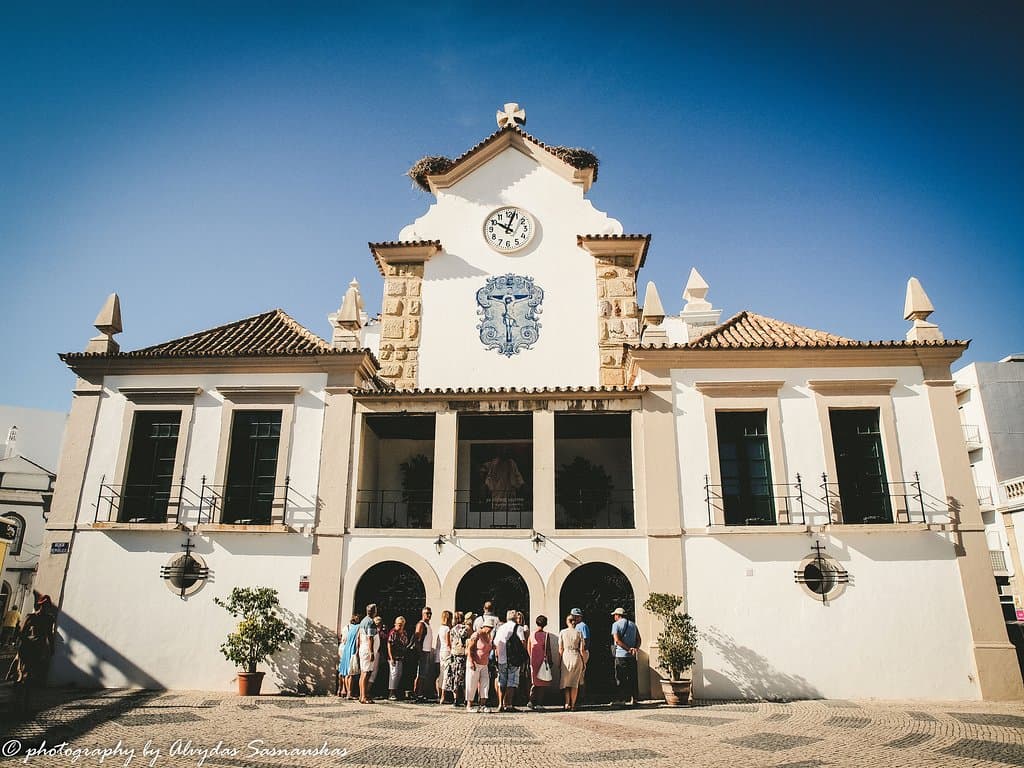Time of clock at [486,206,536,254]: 10:02
